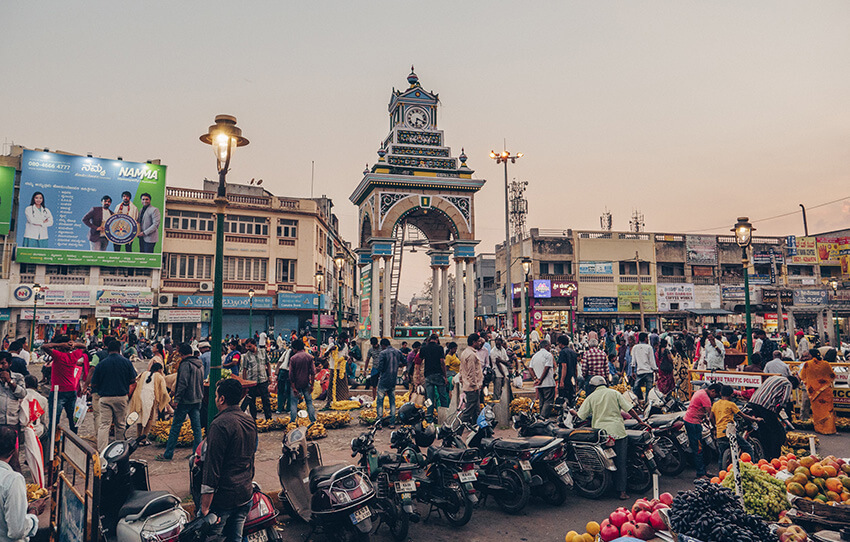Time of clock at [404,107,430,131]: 6:18
